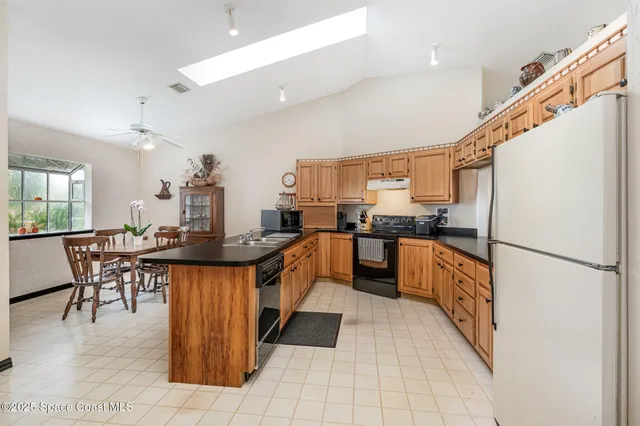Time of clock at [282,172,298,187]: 4:40
